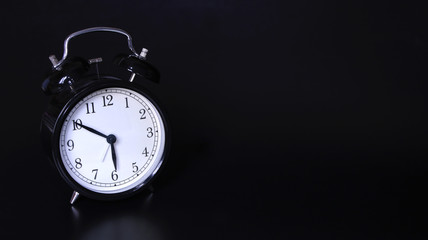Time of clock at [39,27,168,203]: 5:50
